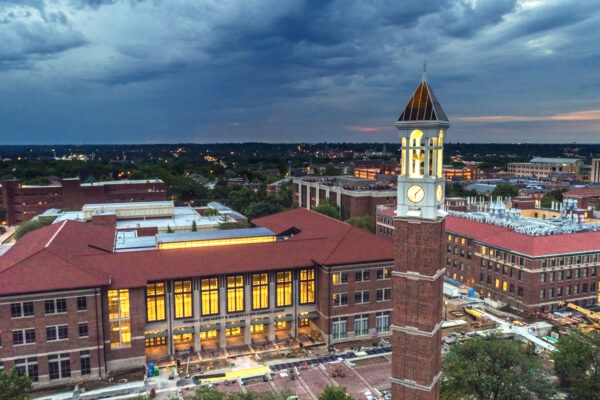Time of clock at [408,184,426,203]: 6:07
